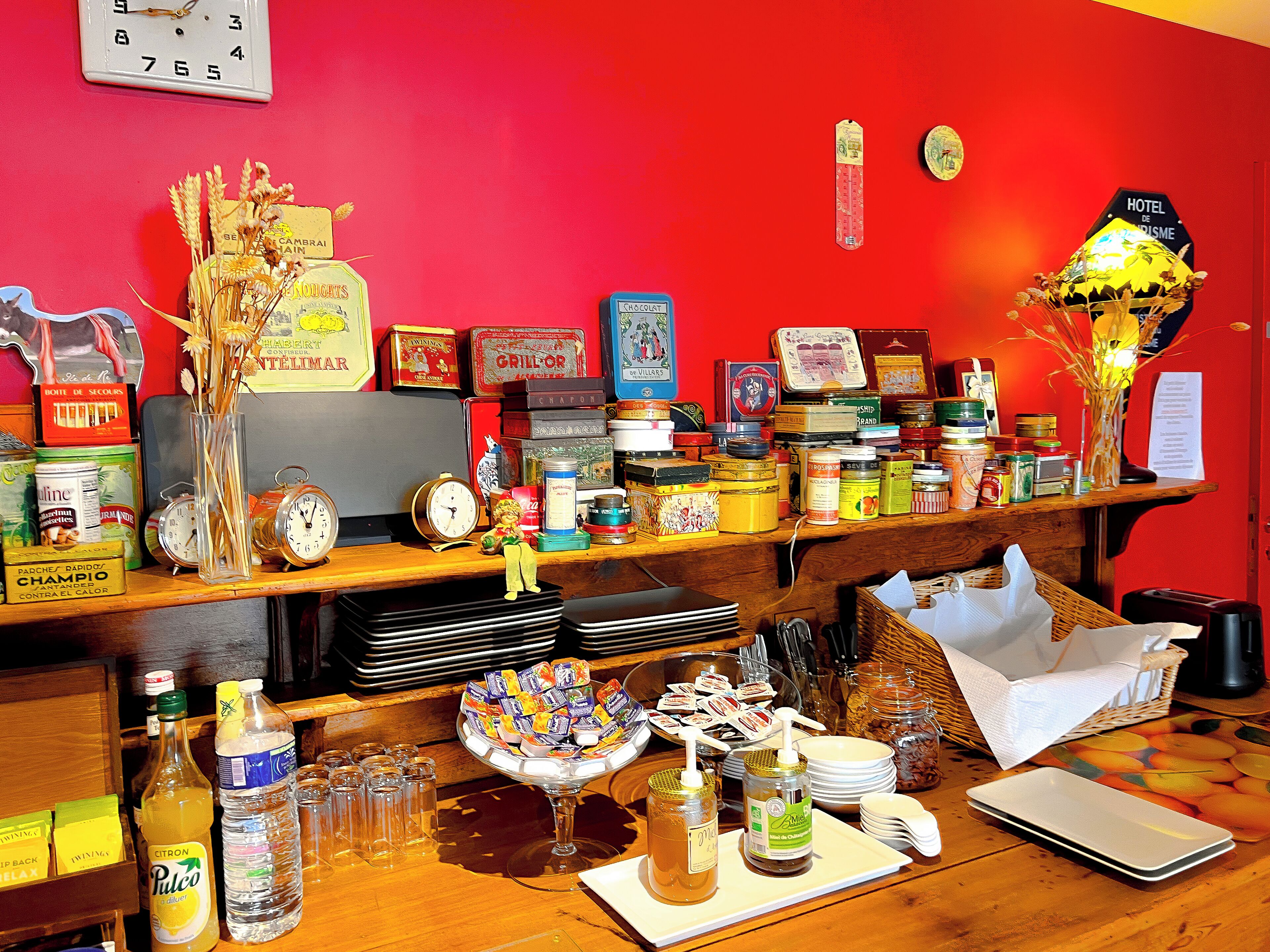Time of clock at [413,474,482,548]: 9:34
